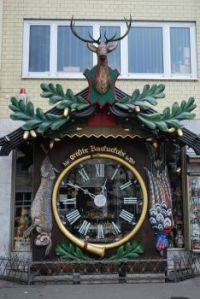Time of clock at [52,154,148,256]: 12:49
